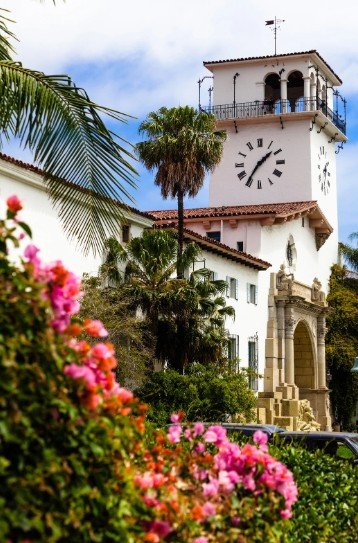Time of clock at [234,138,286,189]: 1:35
